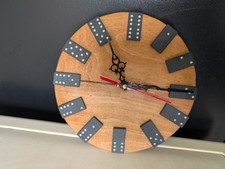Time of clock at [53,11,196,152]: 11:15
